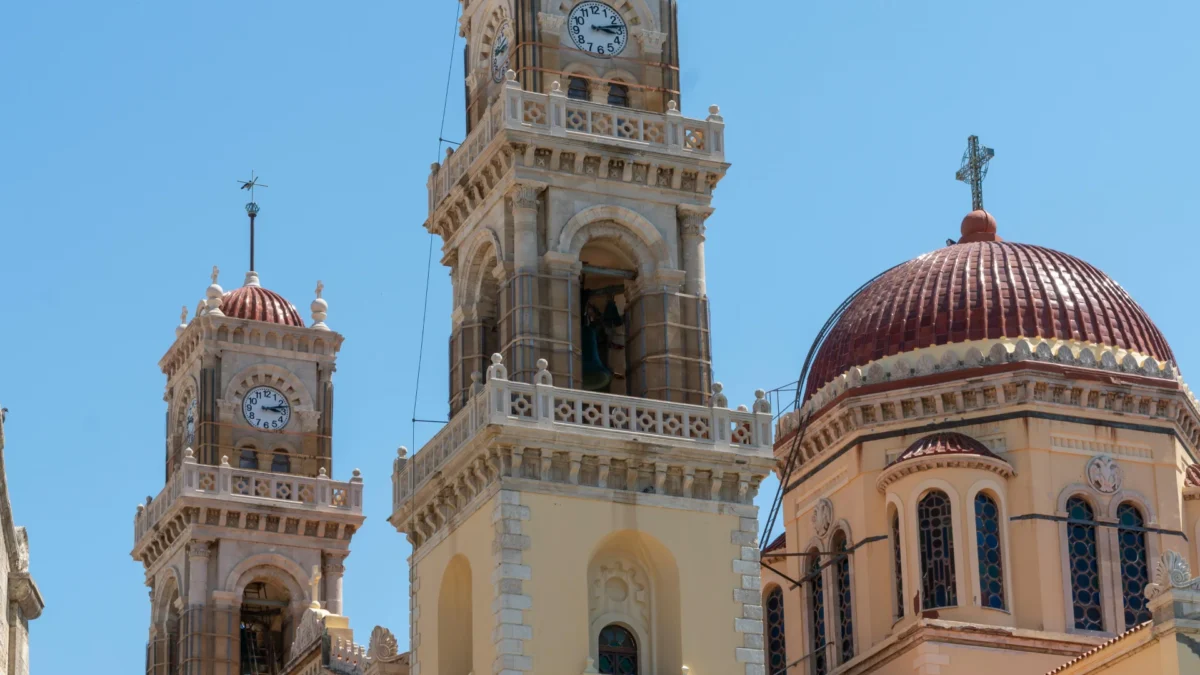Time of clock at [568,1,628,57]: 3:13
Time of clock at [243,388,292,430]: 3:12
